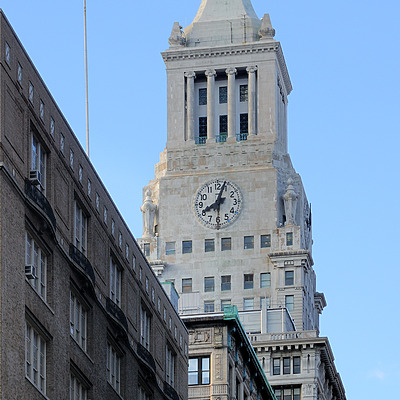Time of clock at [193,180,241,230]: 8:03
